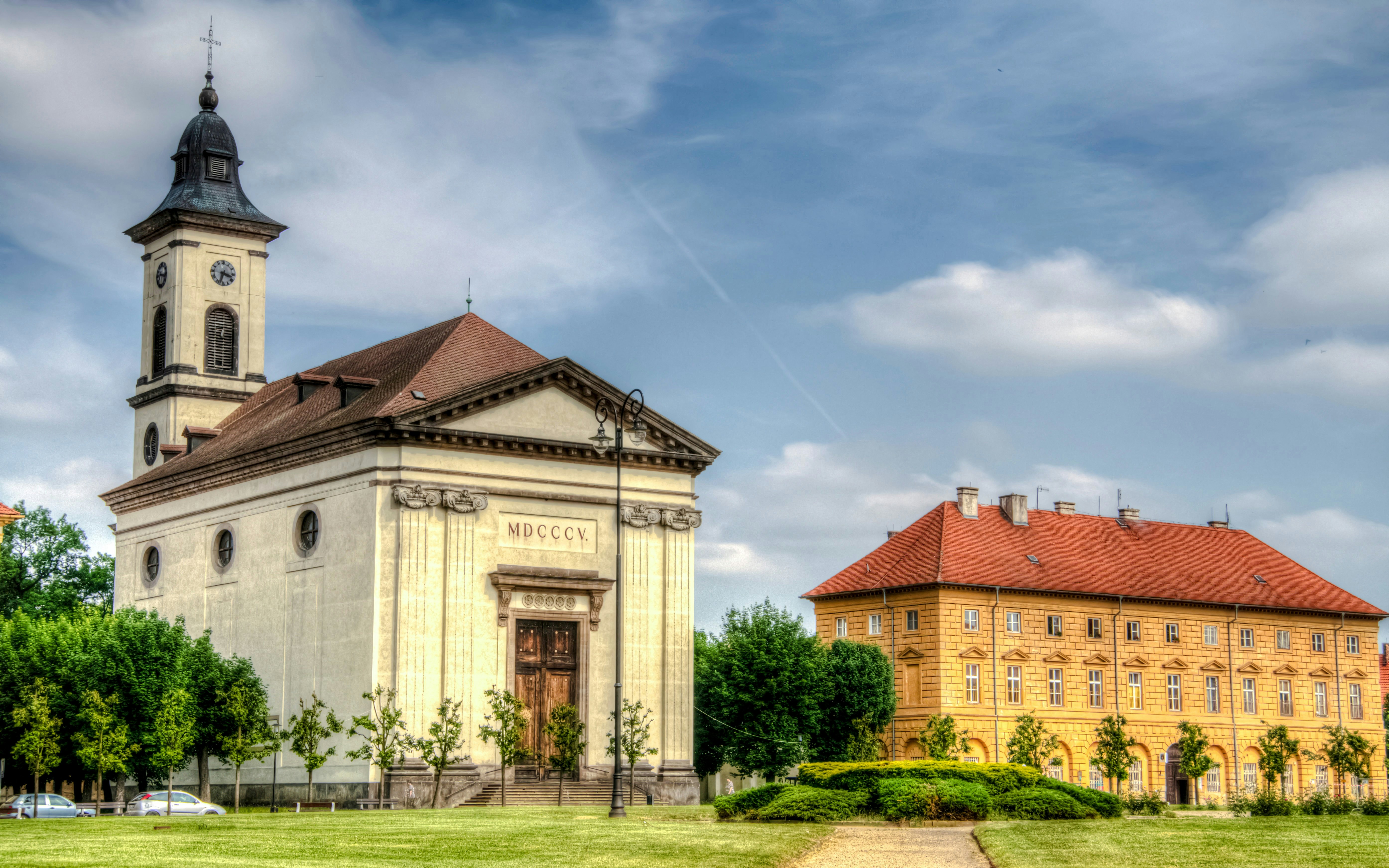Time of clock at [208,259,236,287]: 3:32
